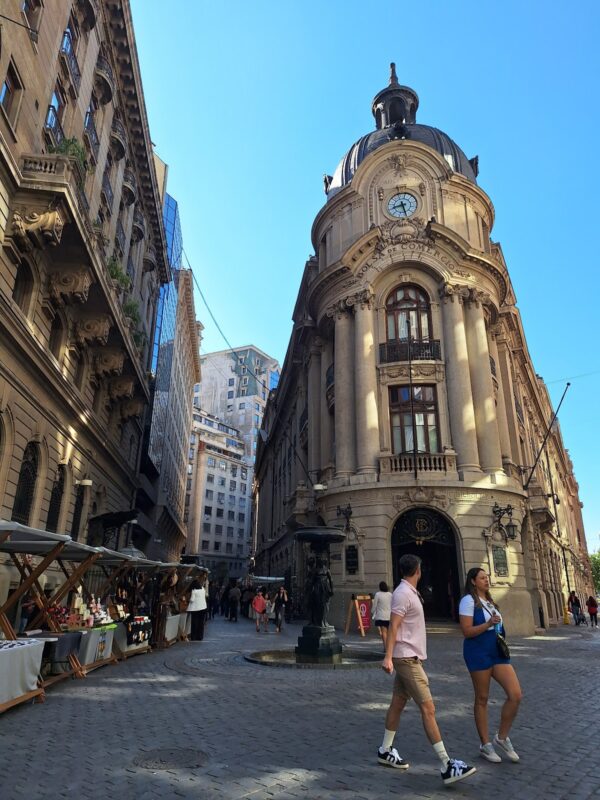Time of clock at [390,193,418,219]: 8:26
